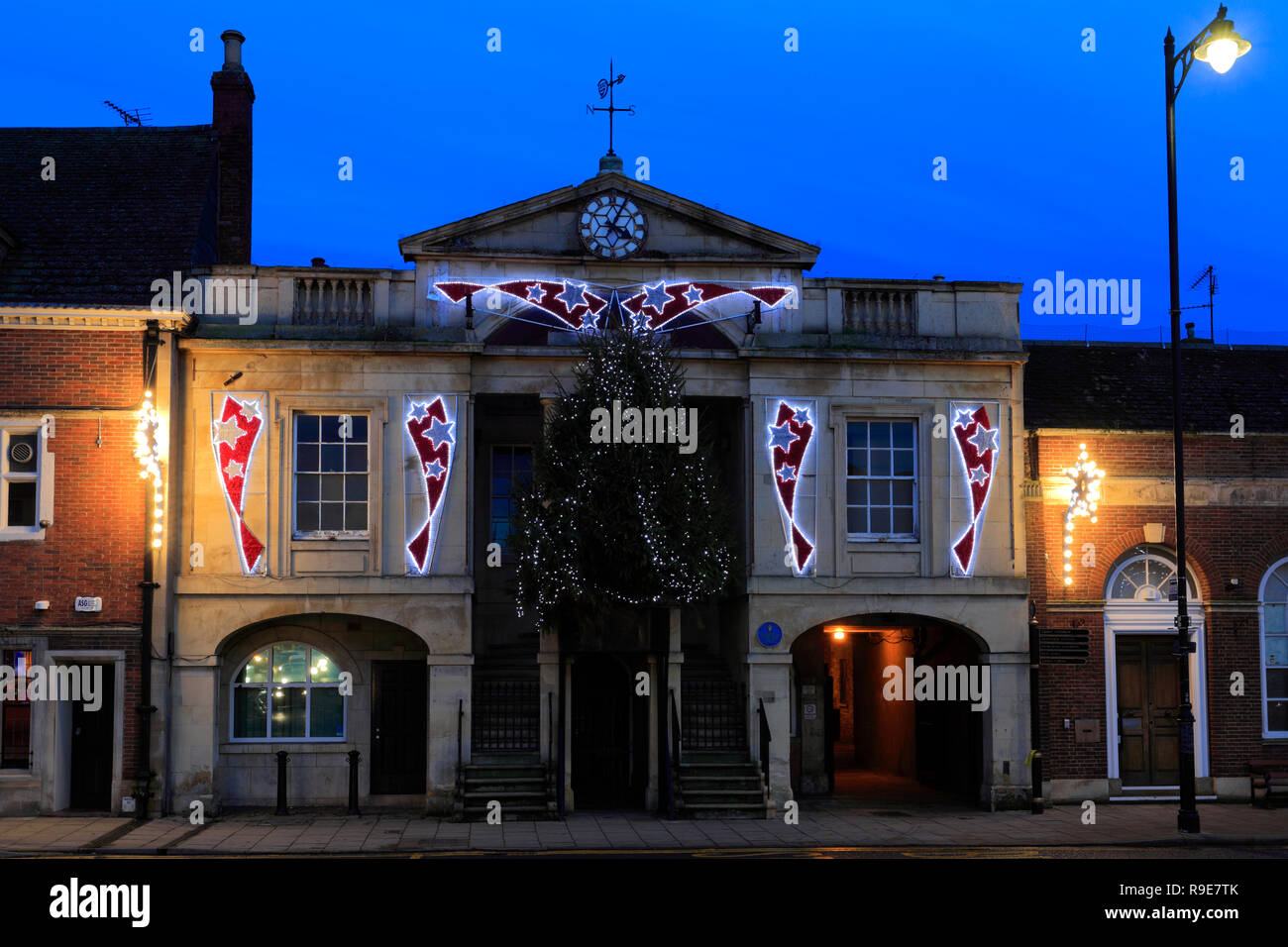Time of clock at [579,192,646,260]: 4:04
